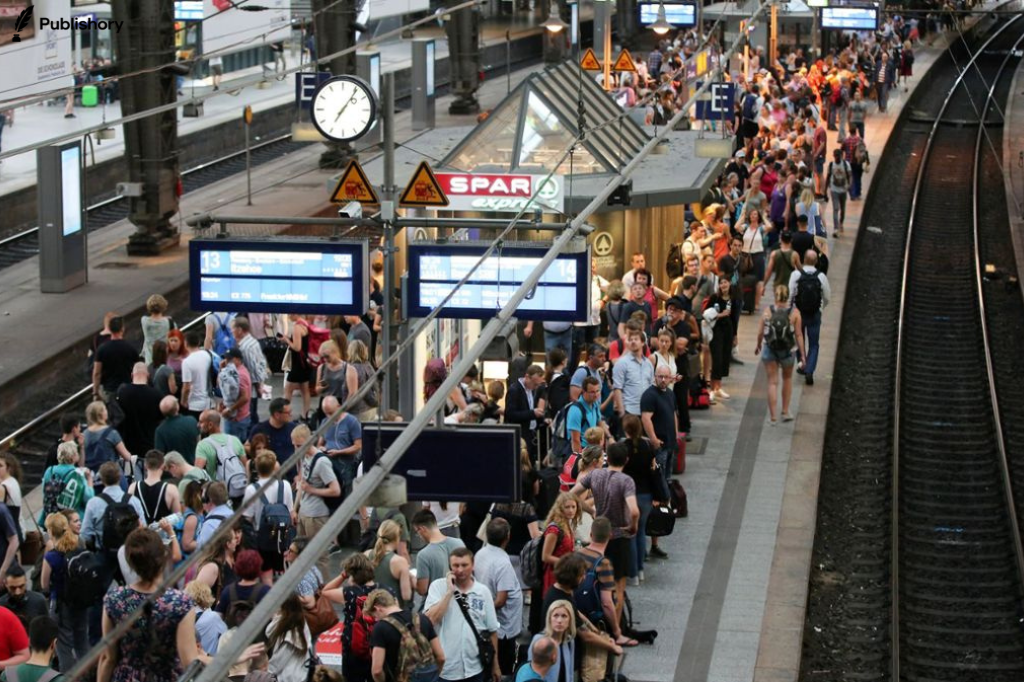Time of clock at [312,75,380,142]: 7:06
